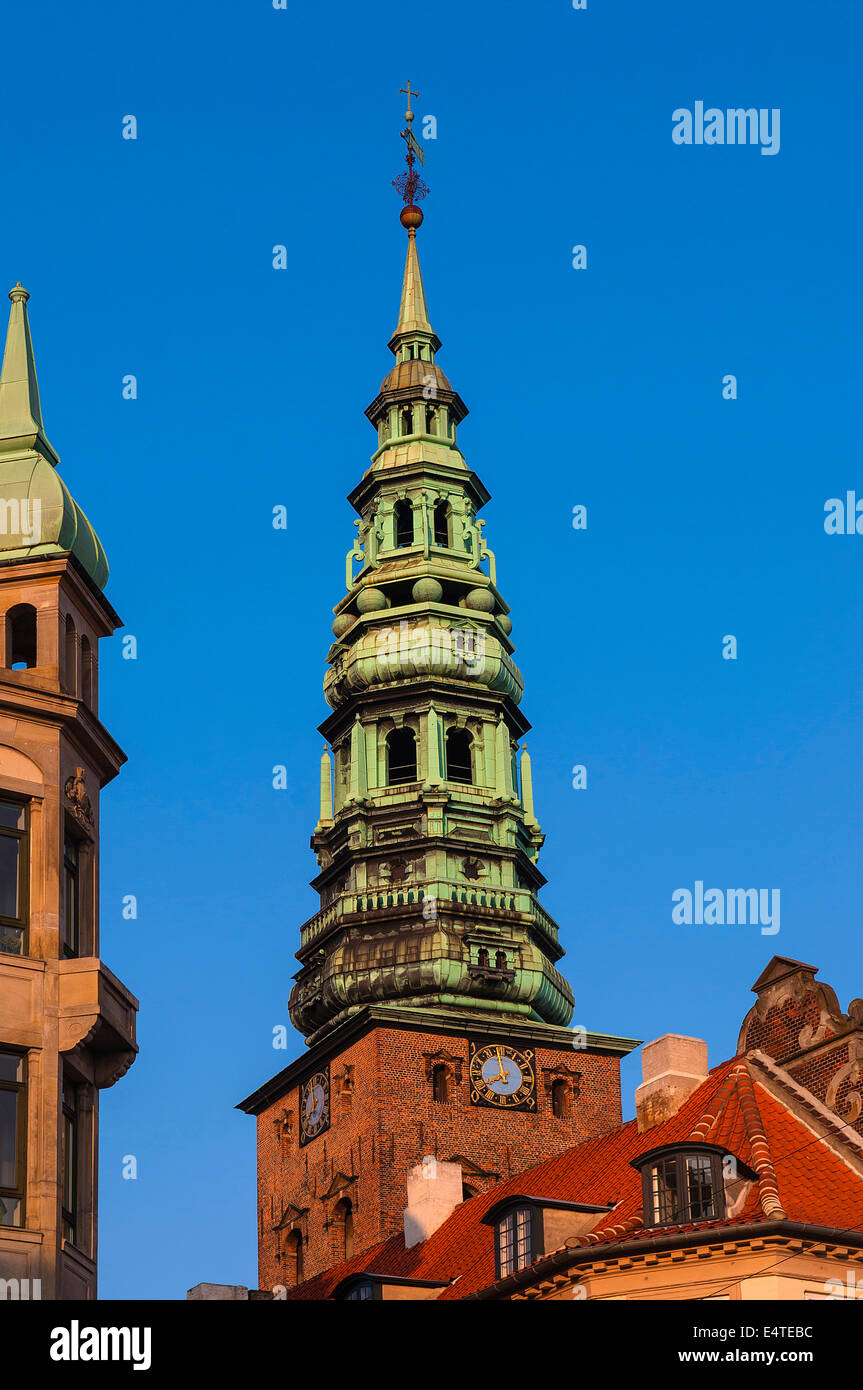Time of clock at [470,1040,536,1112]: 7:58
